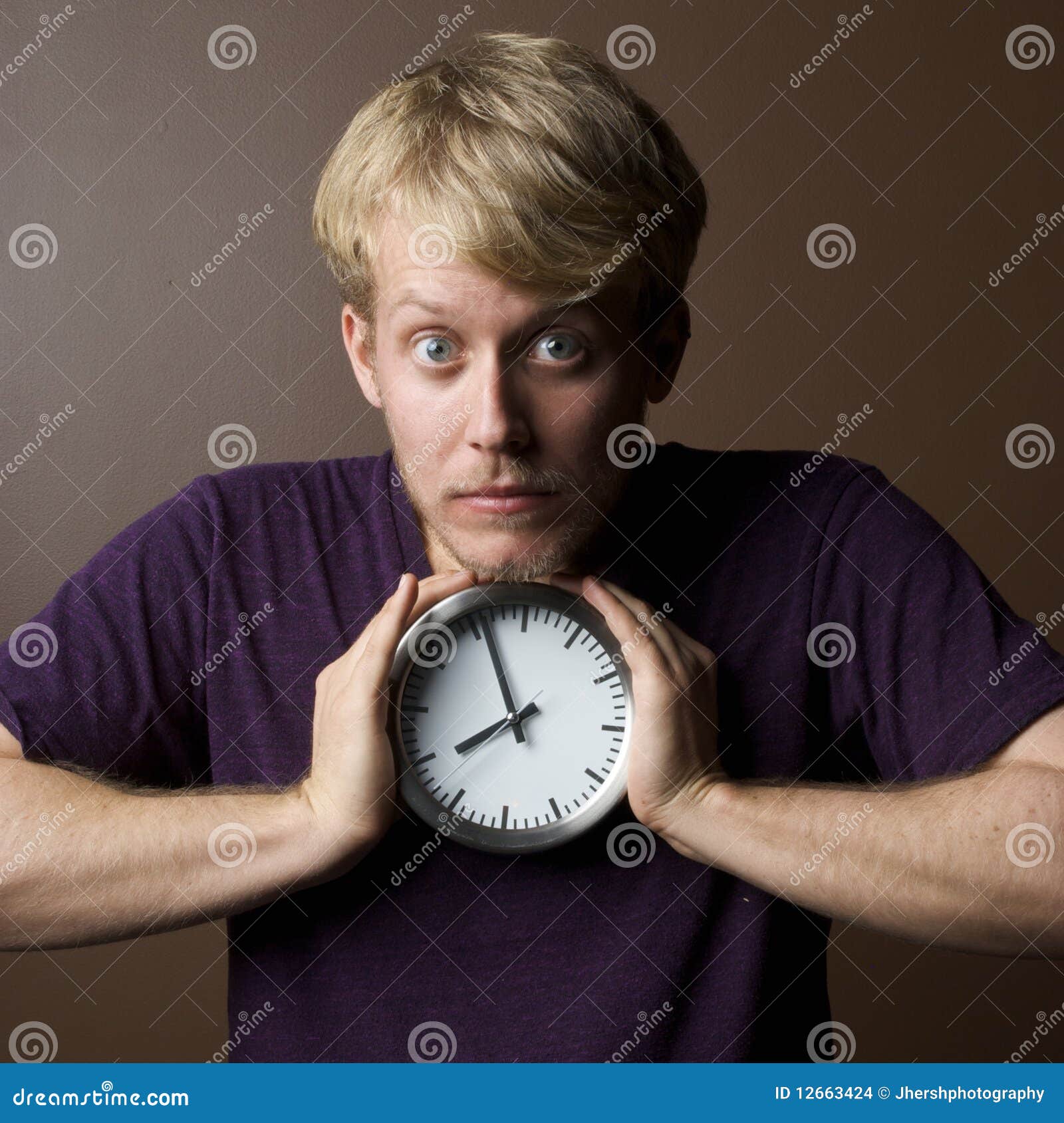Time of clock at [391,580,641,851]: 7:55
